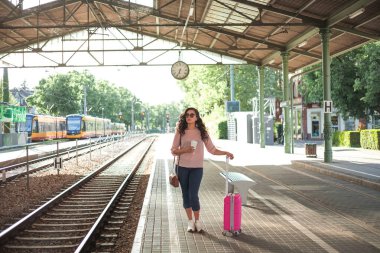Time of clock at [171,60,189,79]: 6:34
